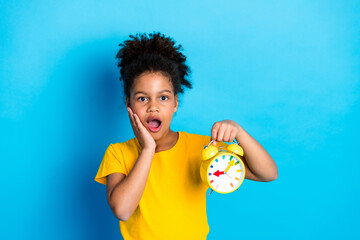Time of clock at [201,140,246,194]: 9:07
